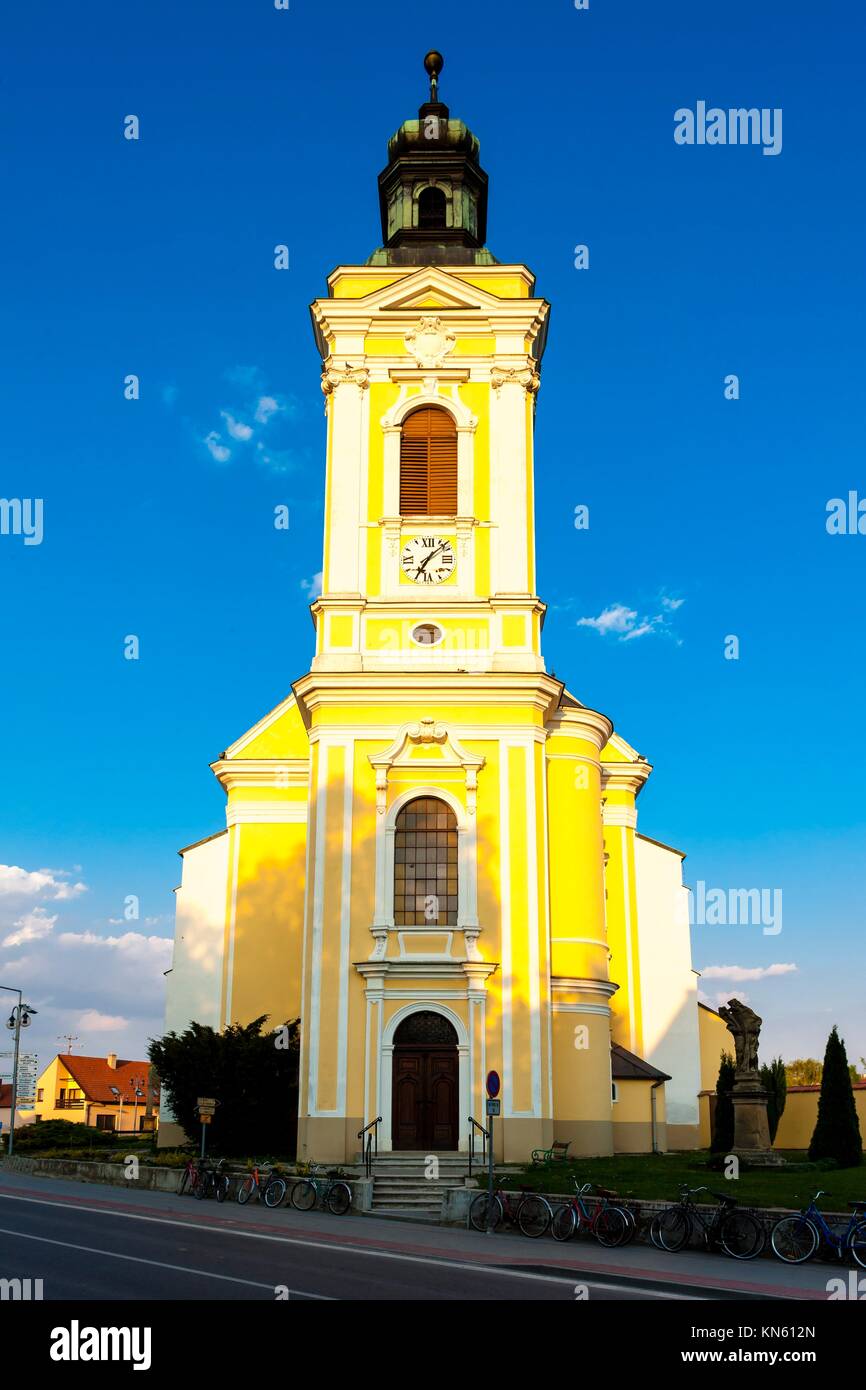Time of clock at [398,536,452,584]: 7:07
